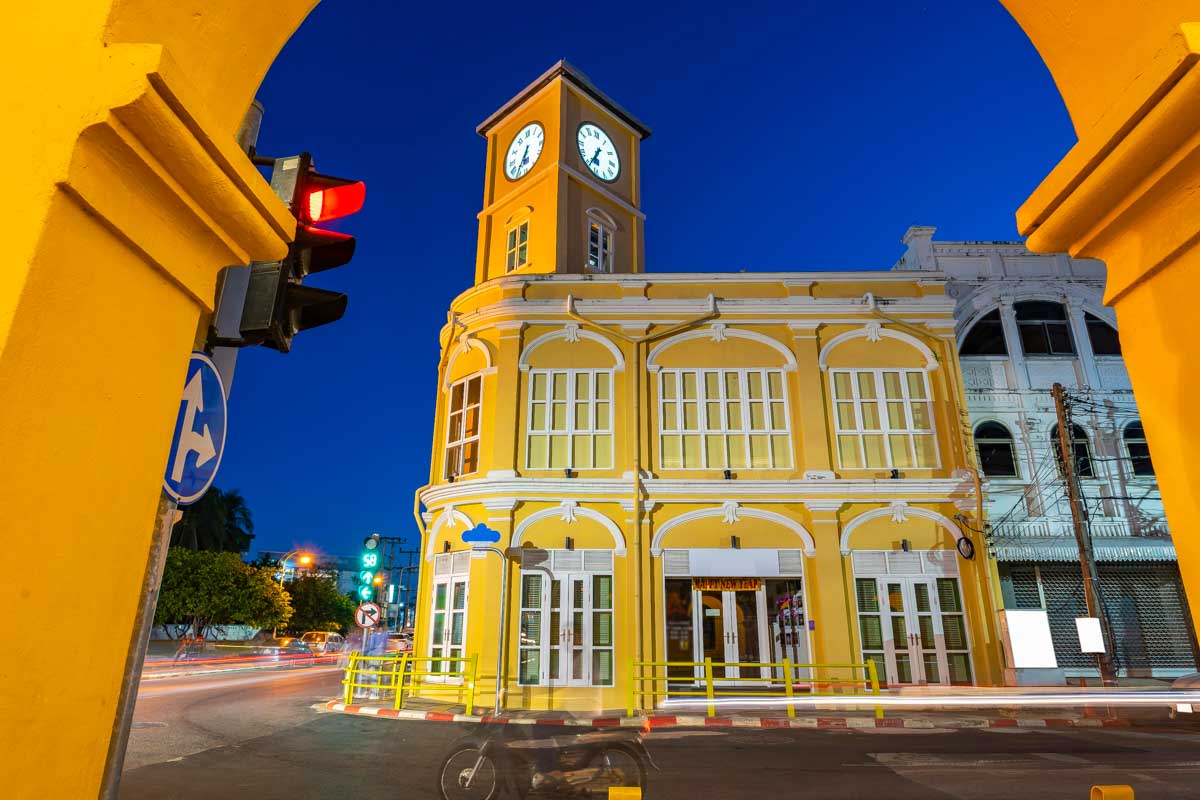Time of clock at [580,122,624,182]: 6:34
